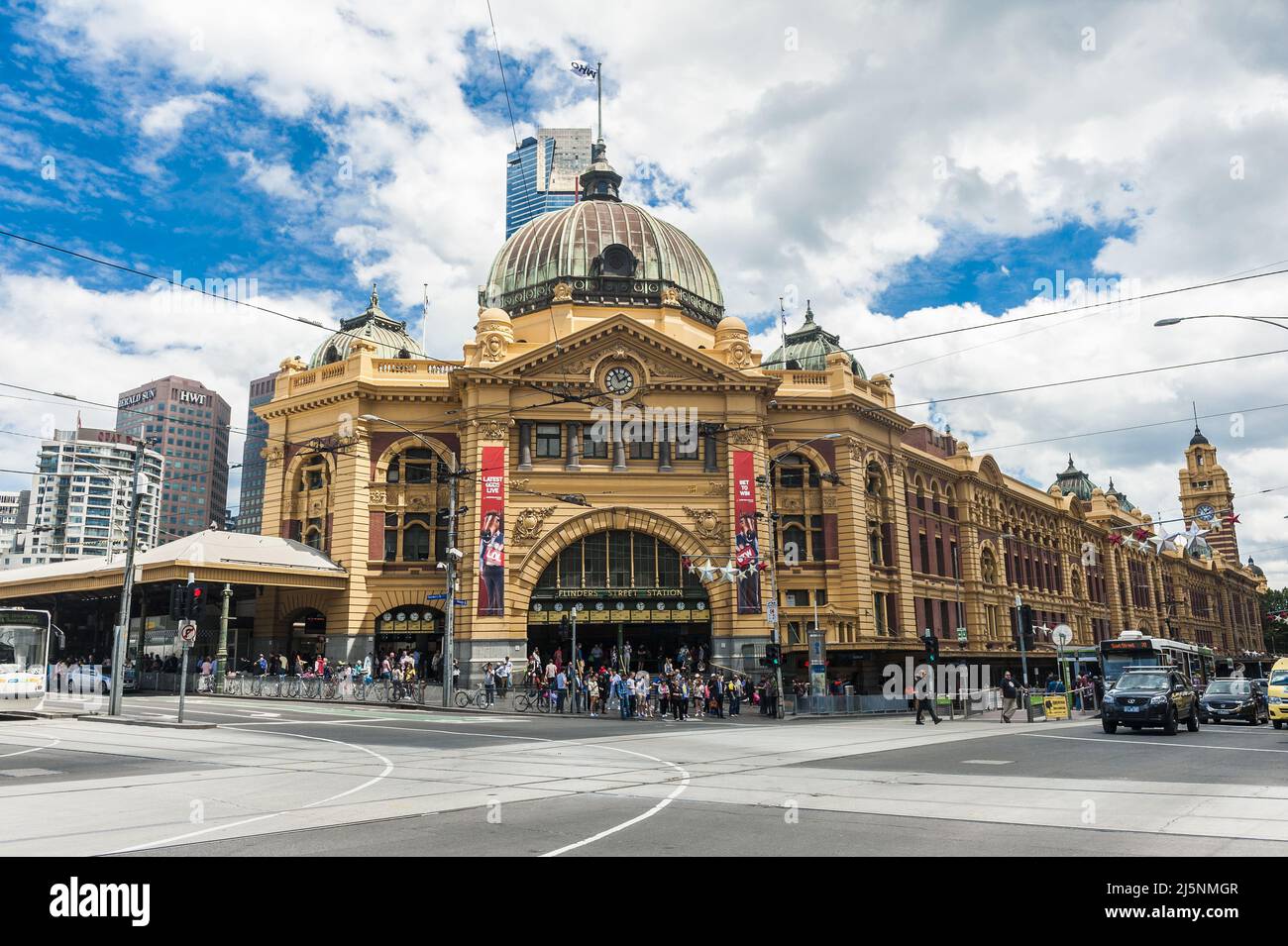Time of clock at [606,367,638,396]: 1:56
